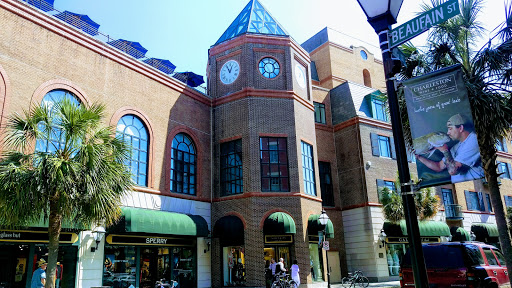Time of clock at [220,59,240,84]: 12:55
